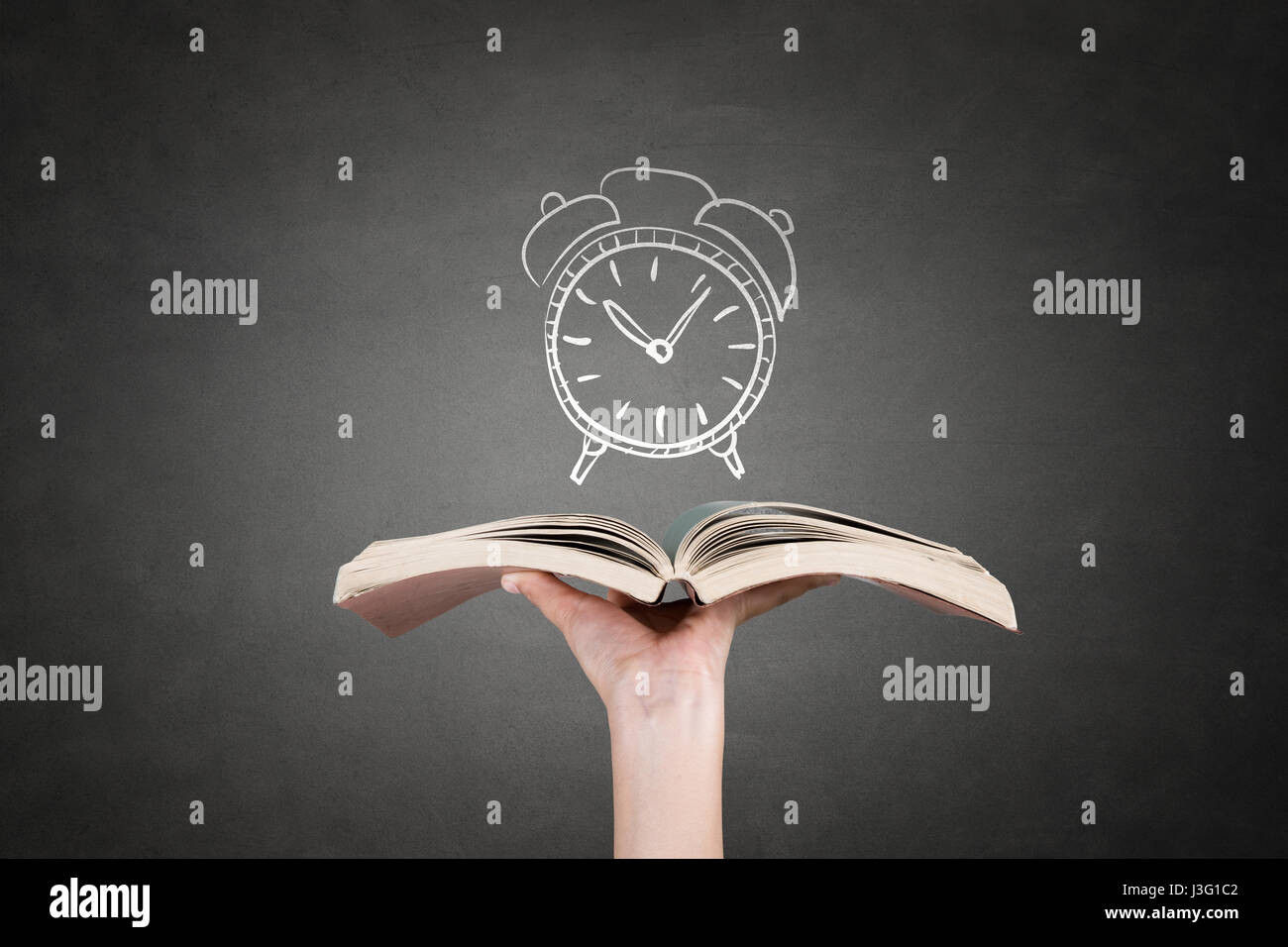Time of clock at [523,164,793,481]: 10:06
